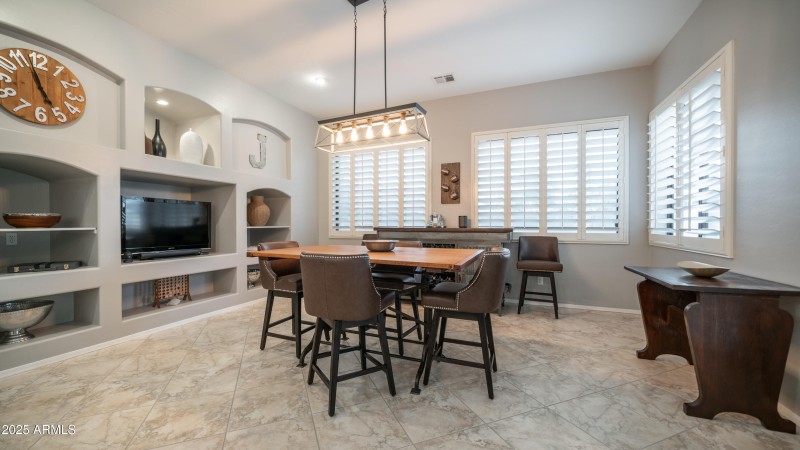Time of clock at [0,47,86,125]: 4:57
